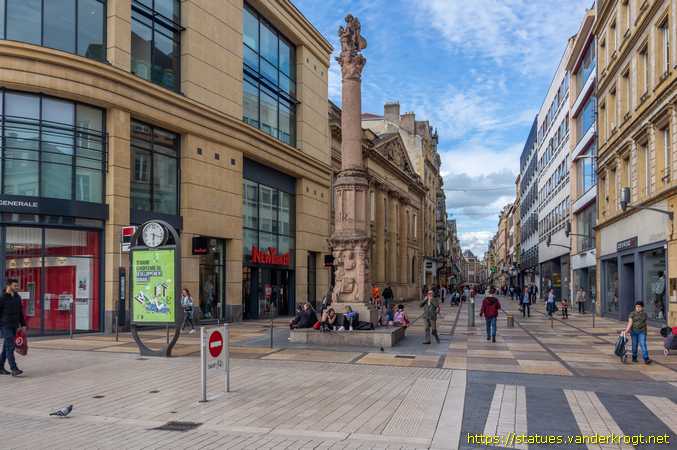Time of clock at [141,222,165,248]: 6:17
